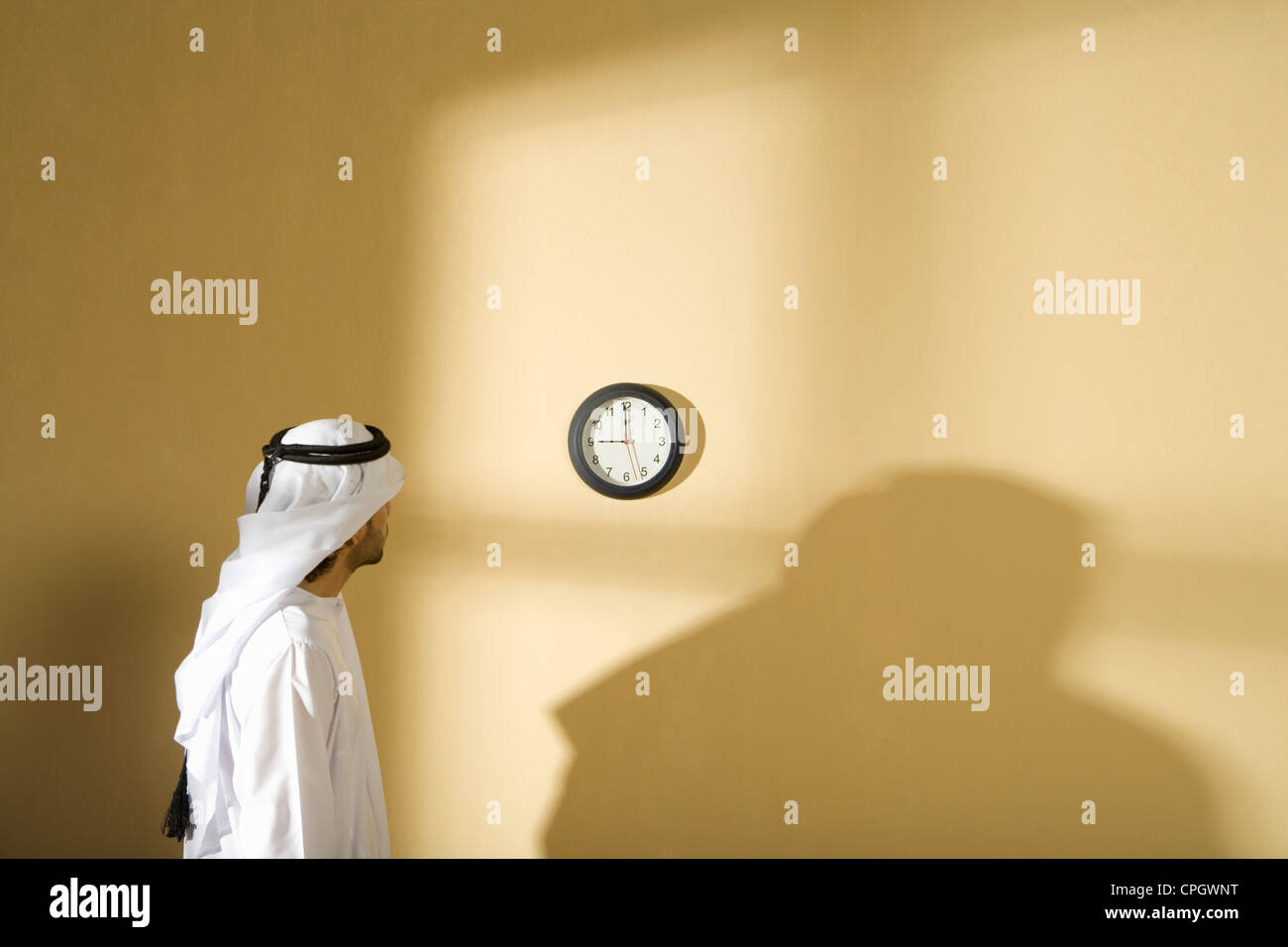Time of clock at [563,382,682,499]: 8:59
